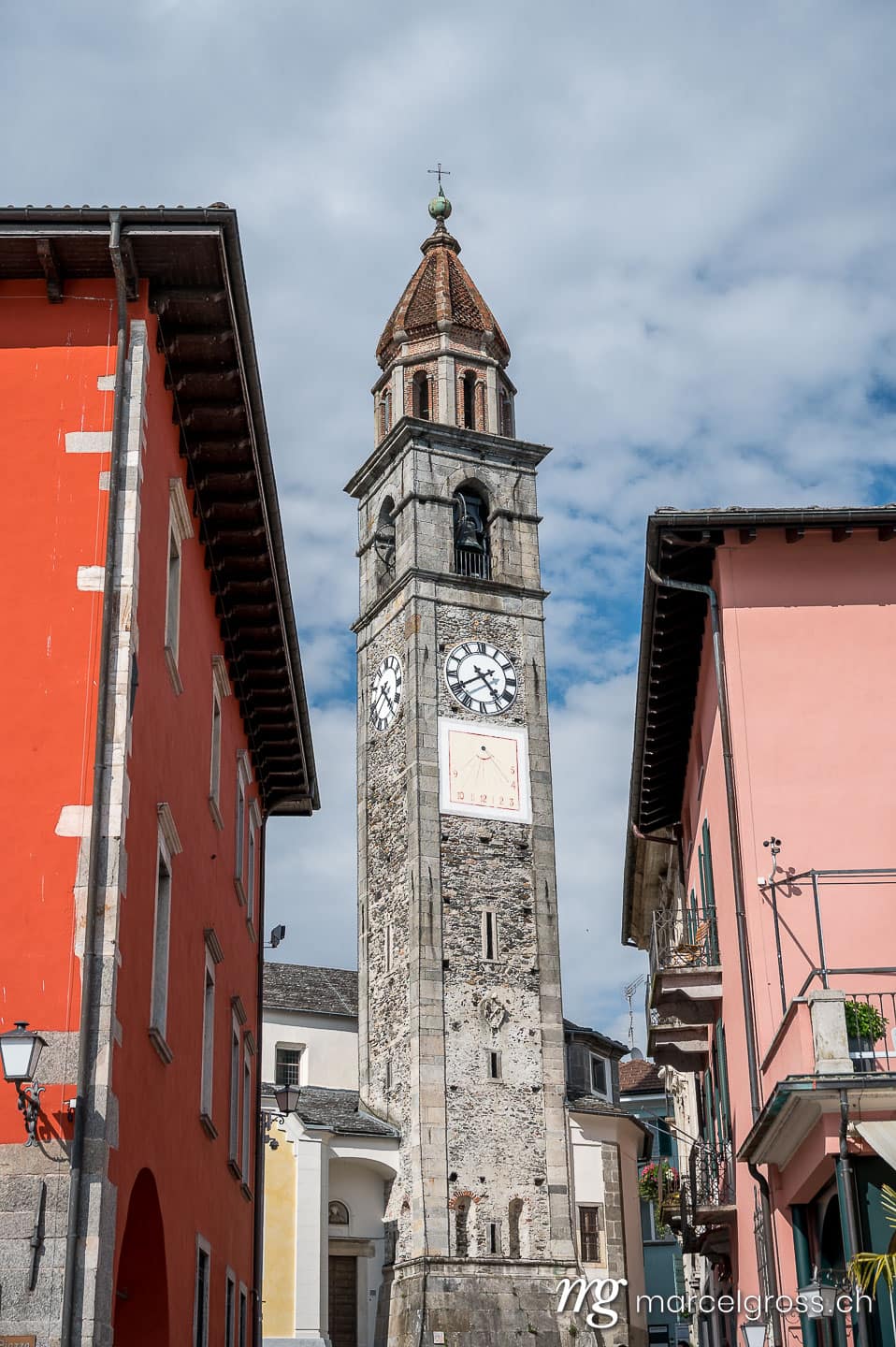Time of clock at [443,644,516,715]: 4:40
